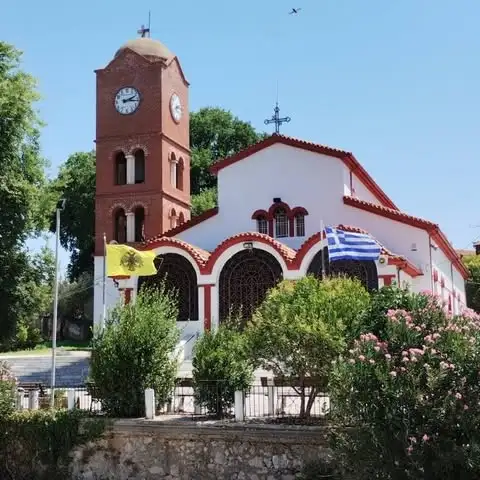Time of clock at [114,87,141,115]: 2:15
